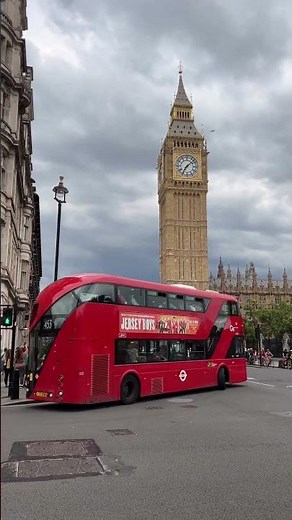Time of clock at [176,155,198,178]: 7:08
